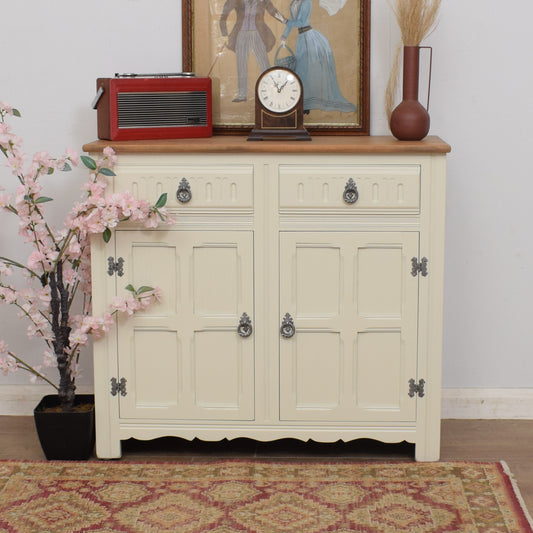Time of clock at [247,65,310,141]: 11:07
